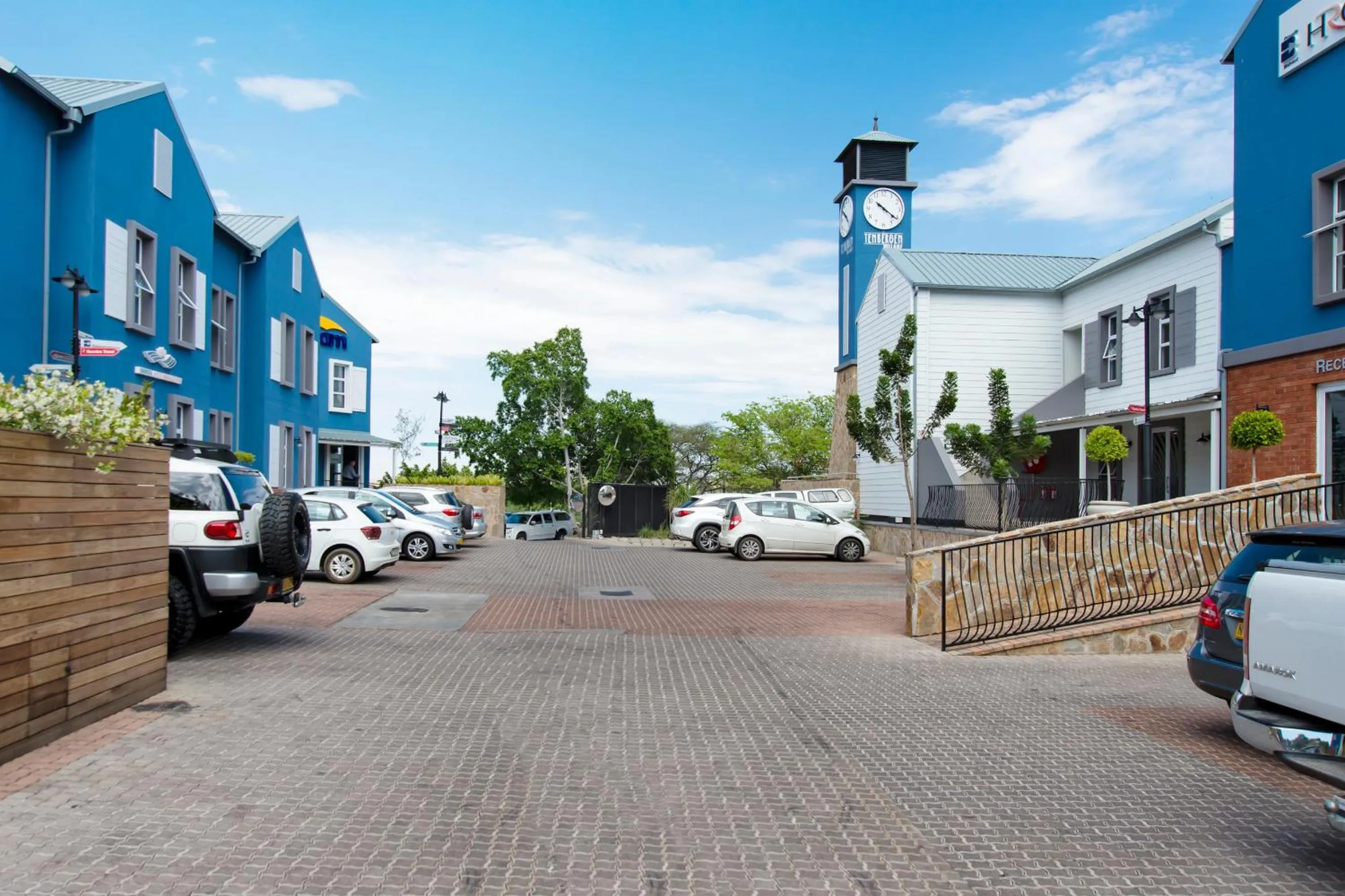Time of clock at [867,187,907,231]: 10:21
